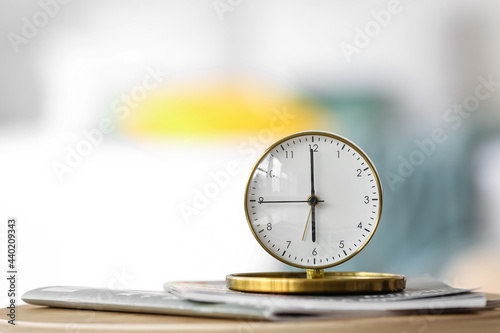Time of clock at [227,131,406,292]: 5:59
